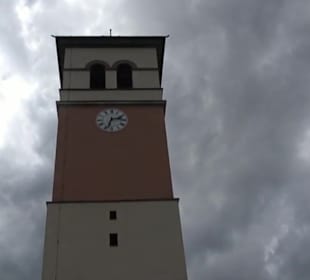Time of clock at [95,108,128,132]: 2:33
